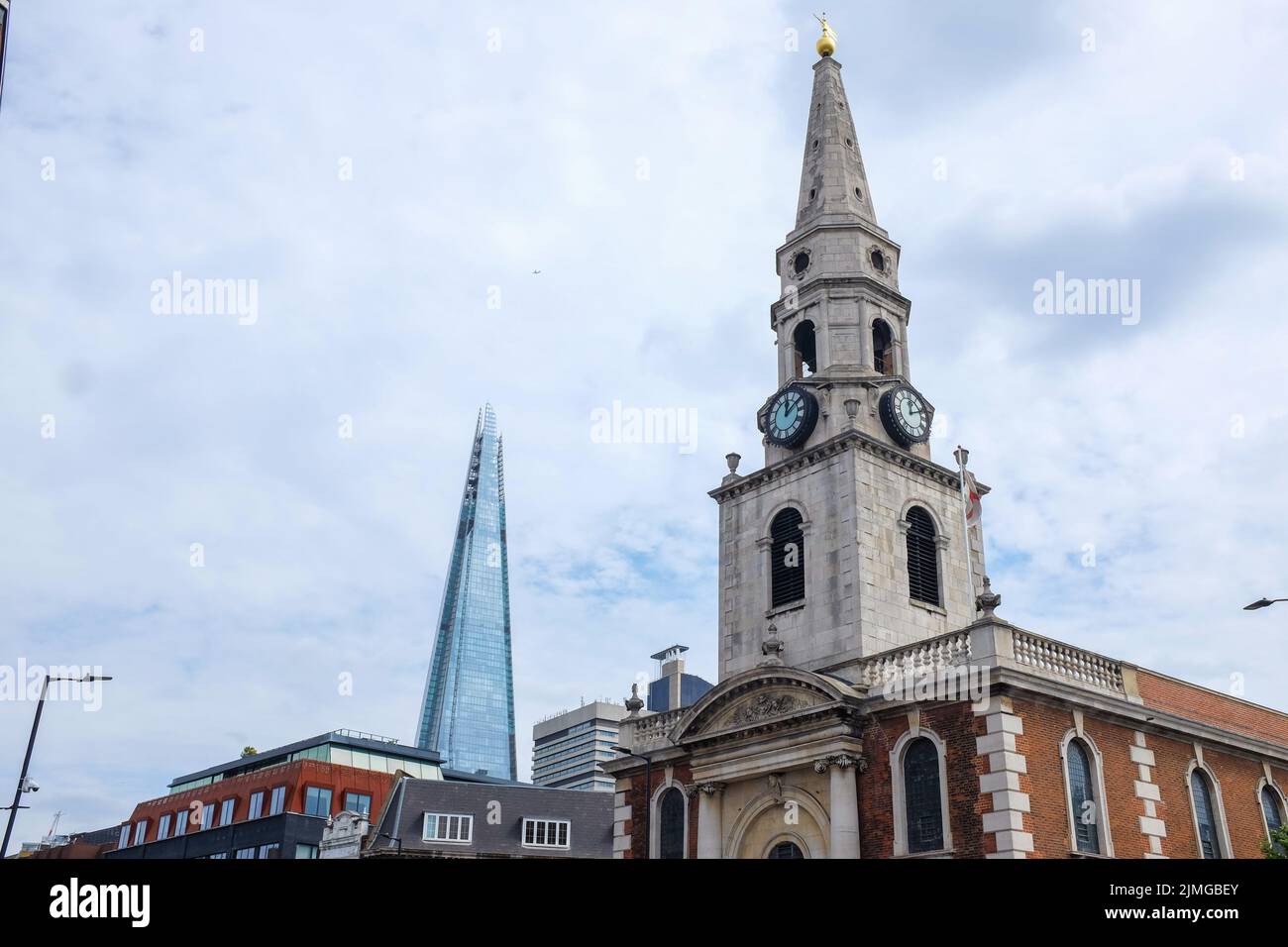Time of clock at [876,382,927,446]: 12:11
